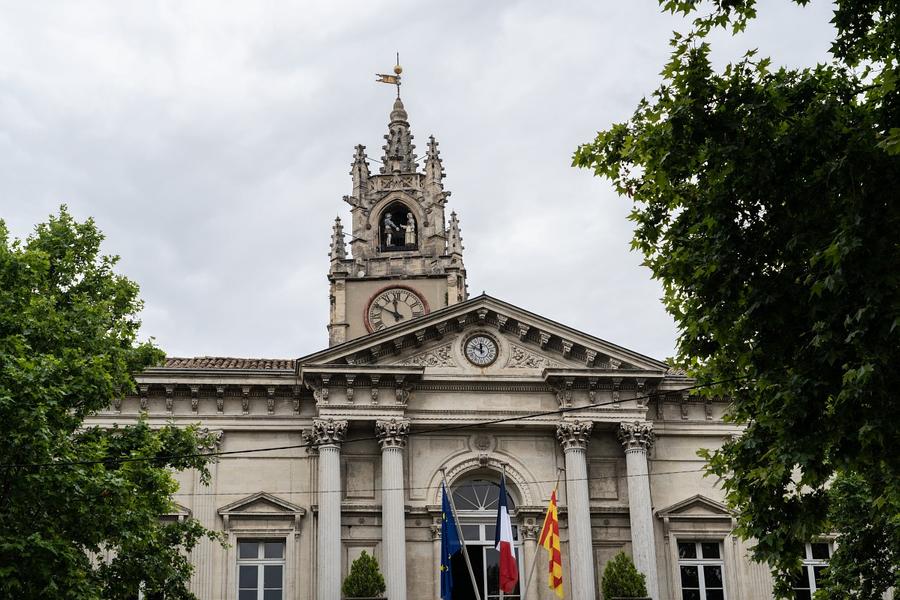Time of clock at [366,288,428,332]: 11:49
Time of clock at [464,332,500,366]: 11:48
